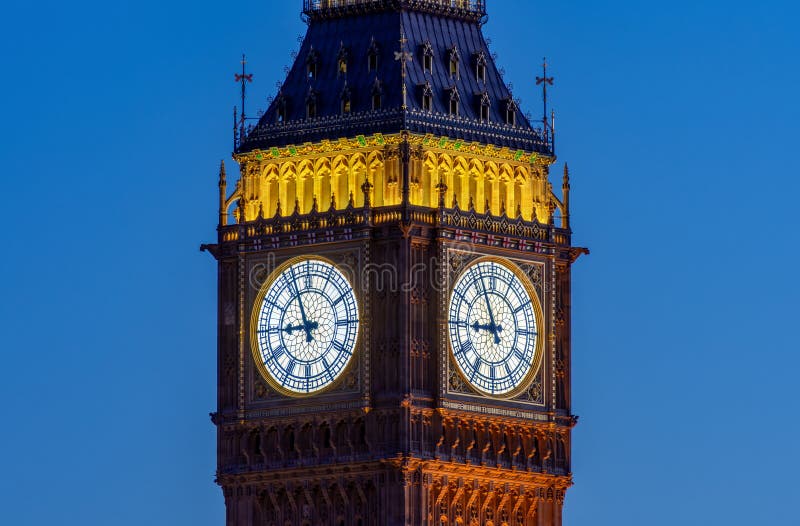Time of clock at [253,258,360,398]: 8:56
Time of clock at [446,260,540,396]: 8:56
